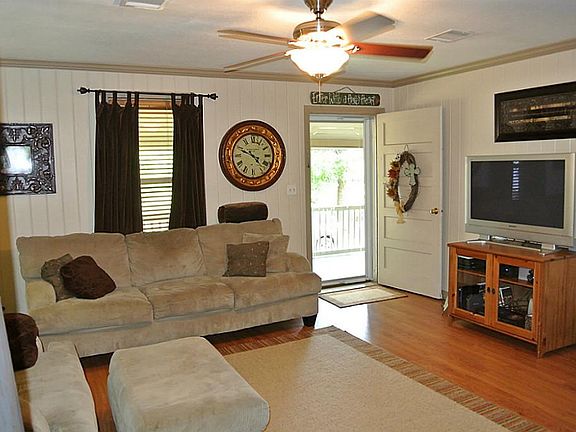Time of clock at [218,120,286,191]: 4:49
